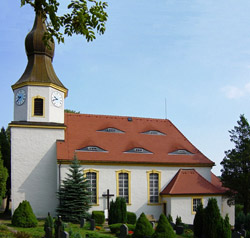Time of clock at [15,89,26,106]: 9:39
